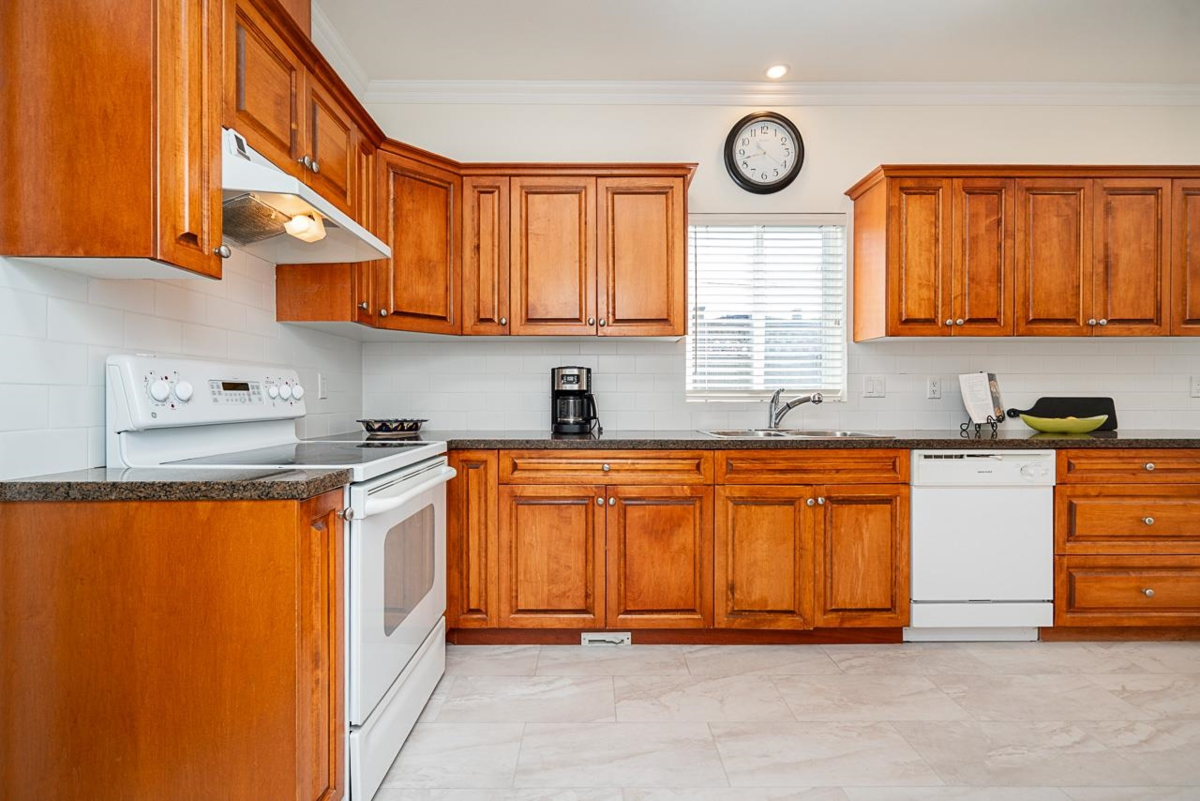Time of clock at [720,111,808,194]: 10:42
